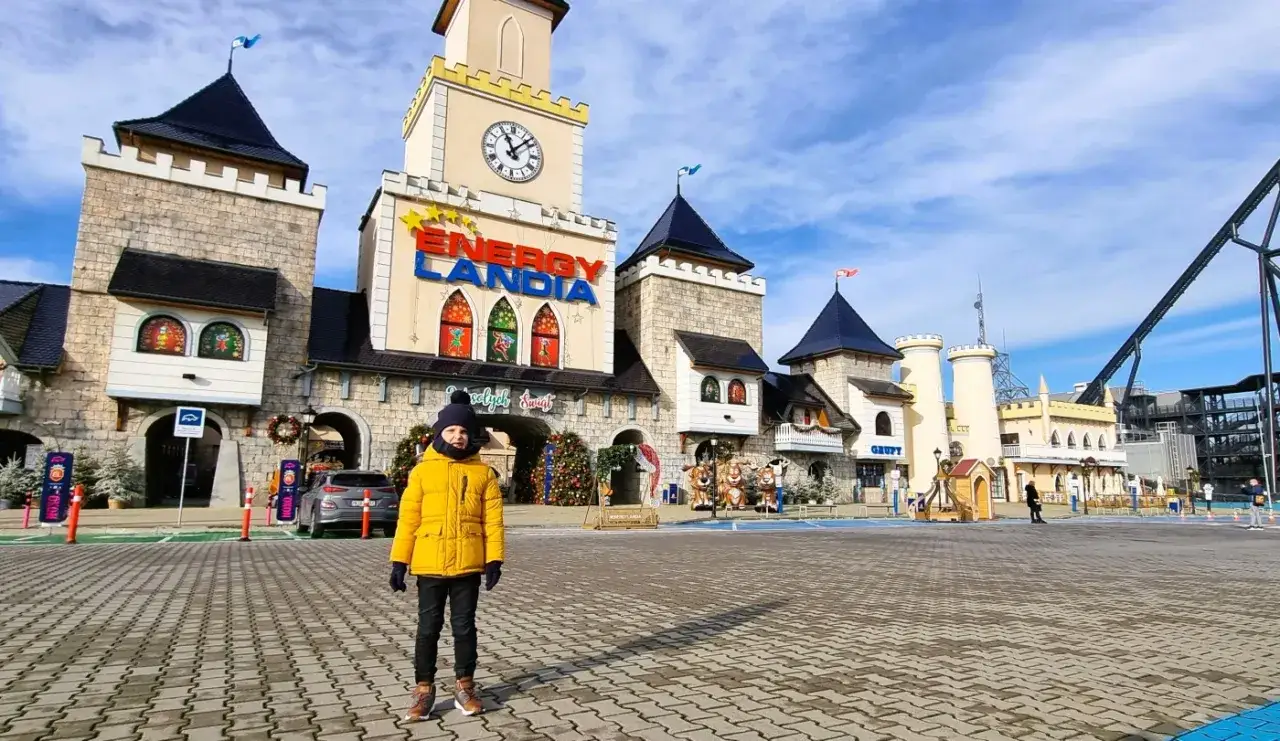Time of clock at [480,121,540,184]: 11:07
